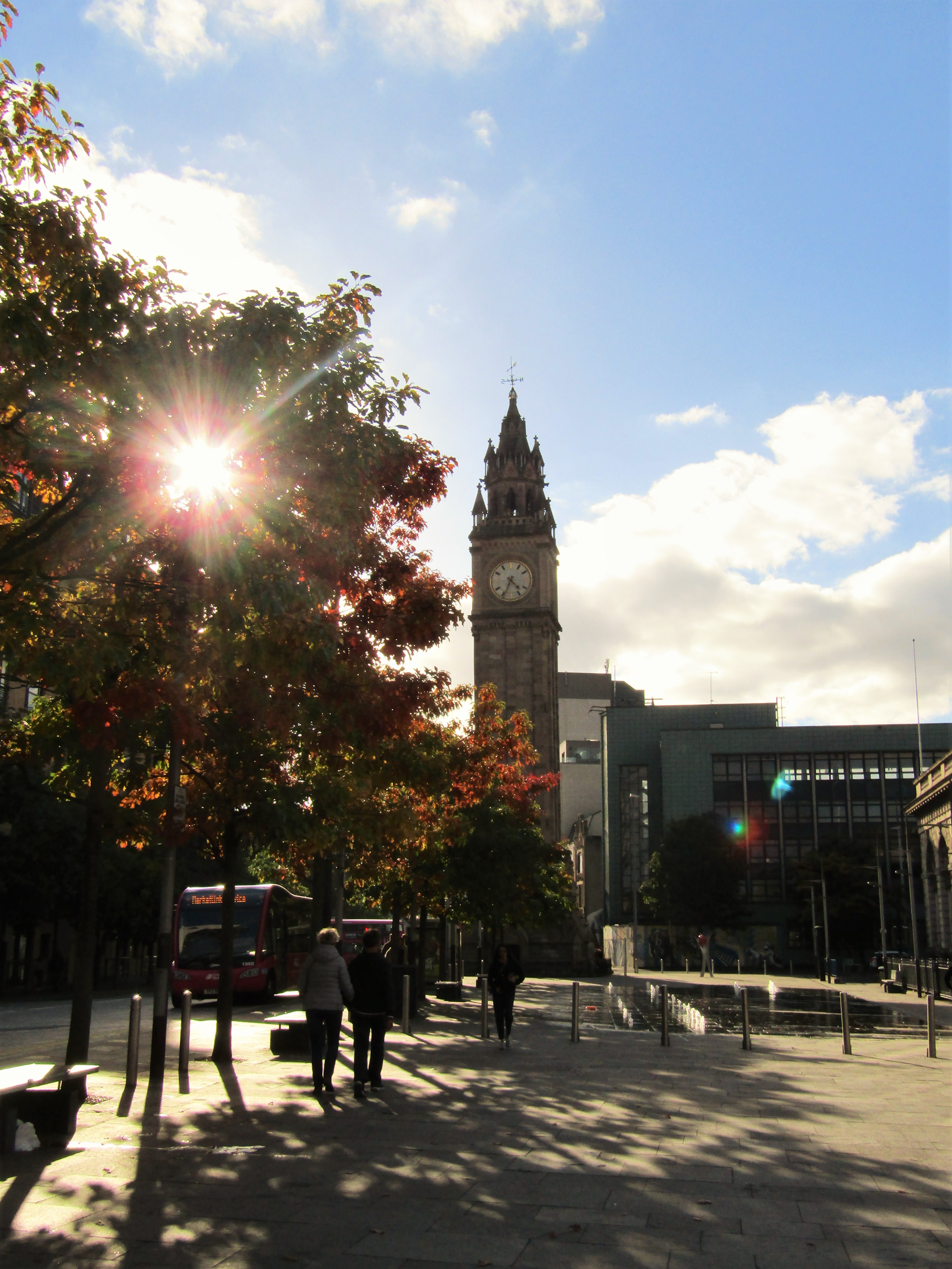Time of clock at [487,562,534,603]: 4:34
